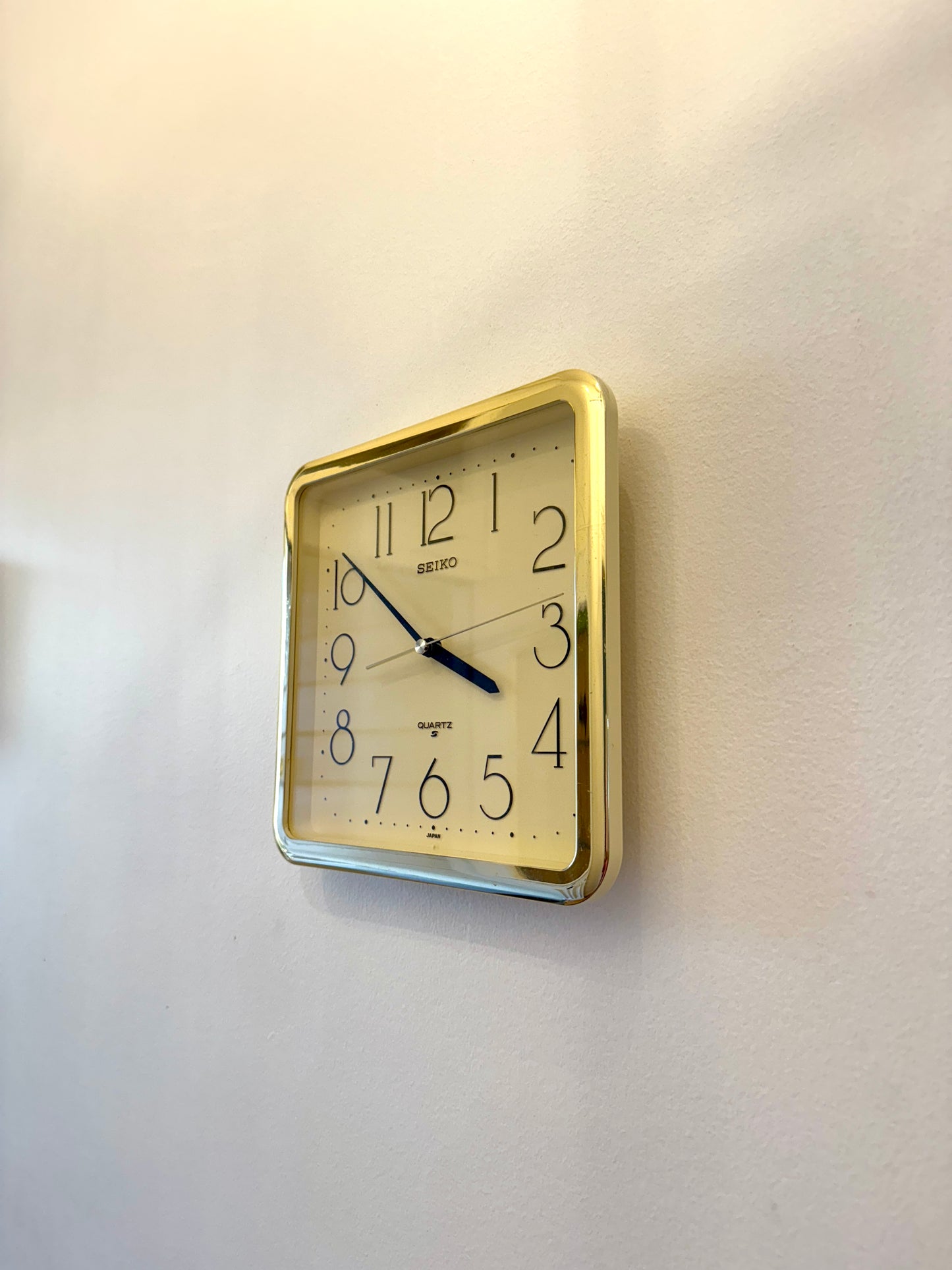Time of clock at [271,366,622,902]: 3:51
